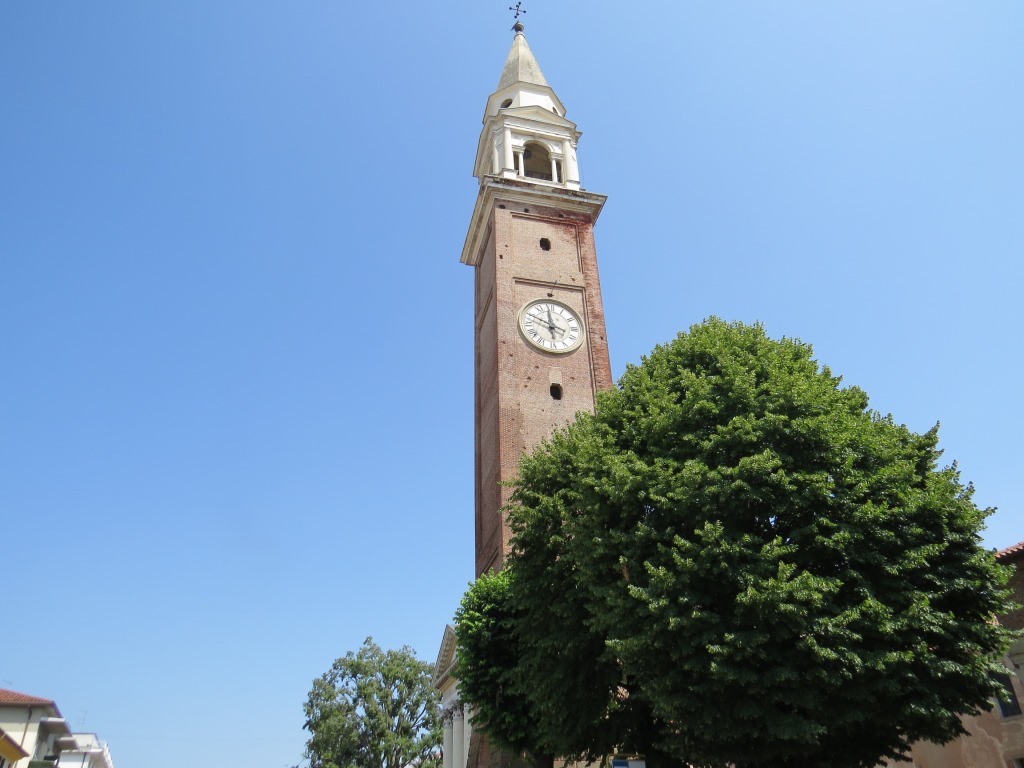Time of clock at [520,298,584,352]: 11:48
